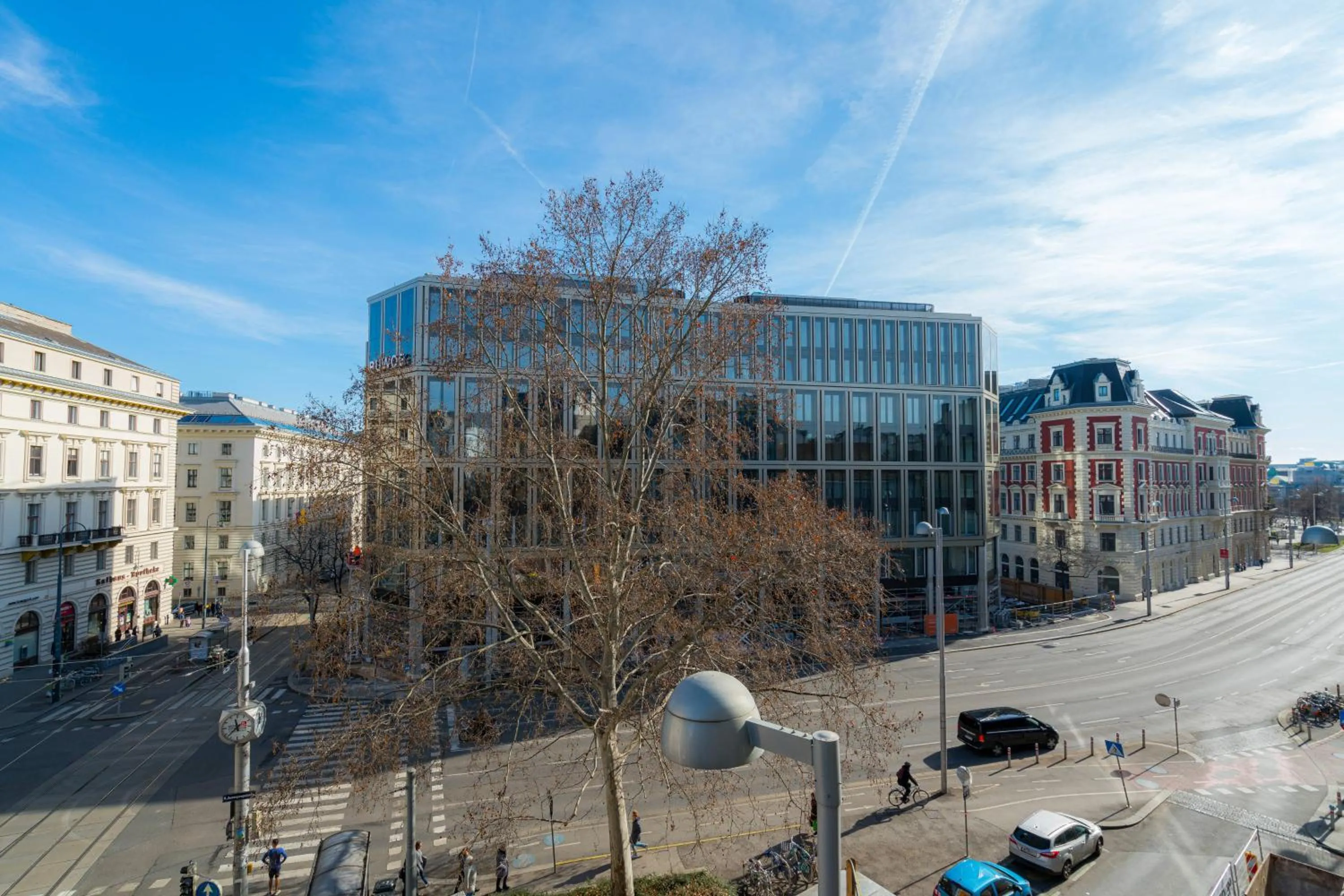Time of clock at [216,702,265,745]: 11:37
